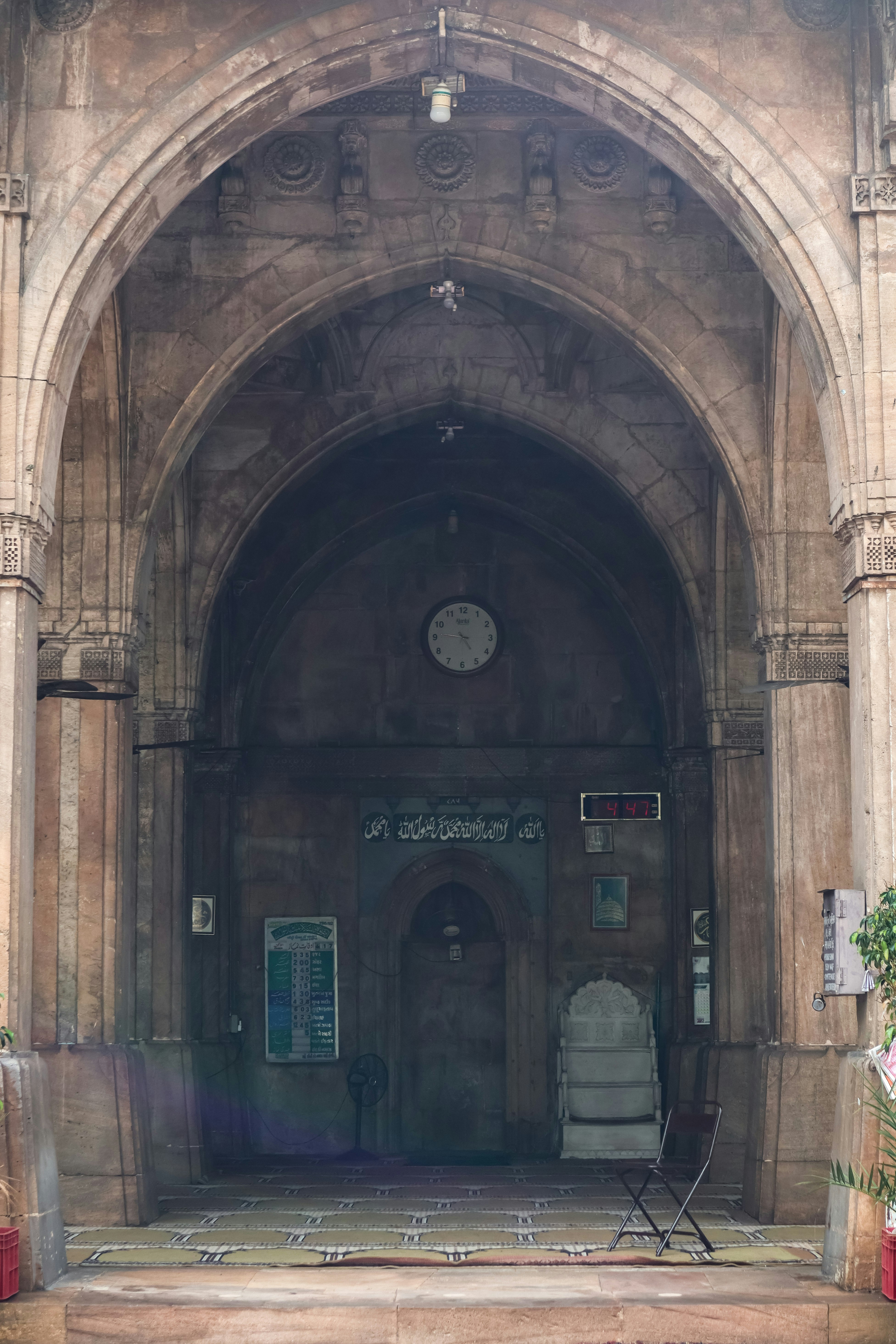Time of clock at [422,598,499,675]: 4:45
